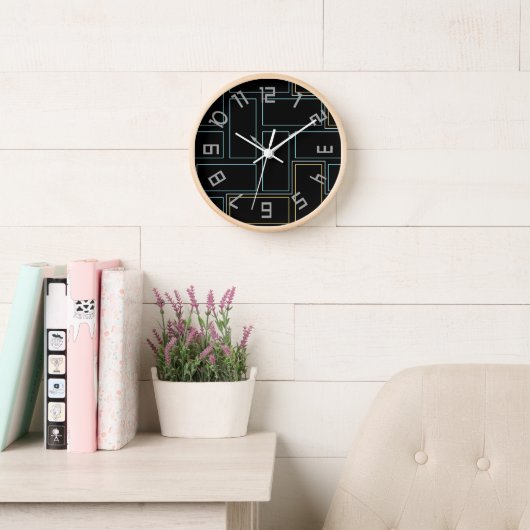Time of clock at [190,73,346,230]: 12:09
